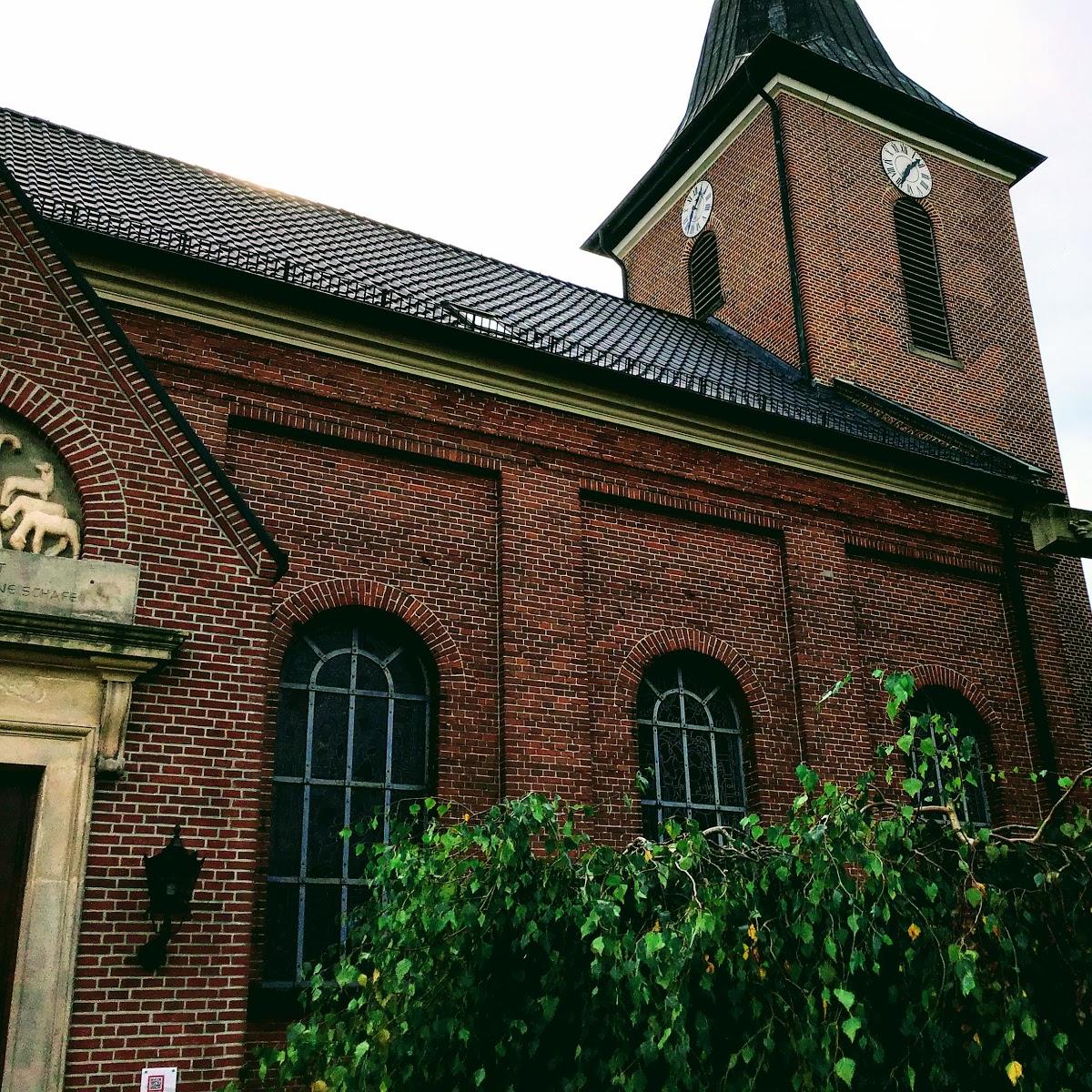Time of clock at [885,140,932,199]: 1:34
